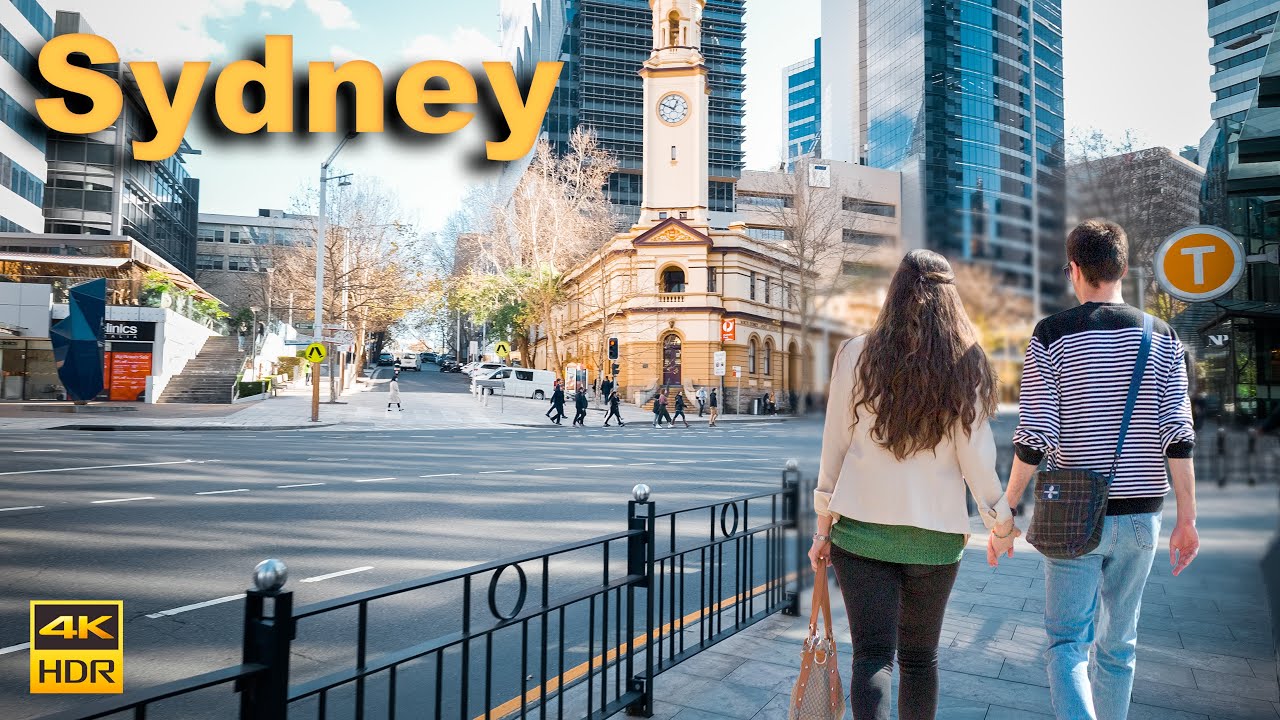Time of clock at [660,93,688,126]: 12:49
